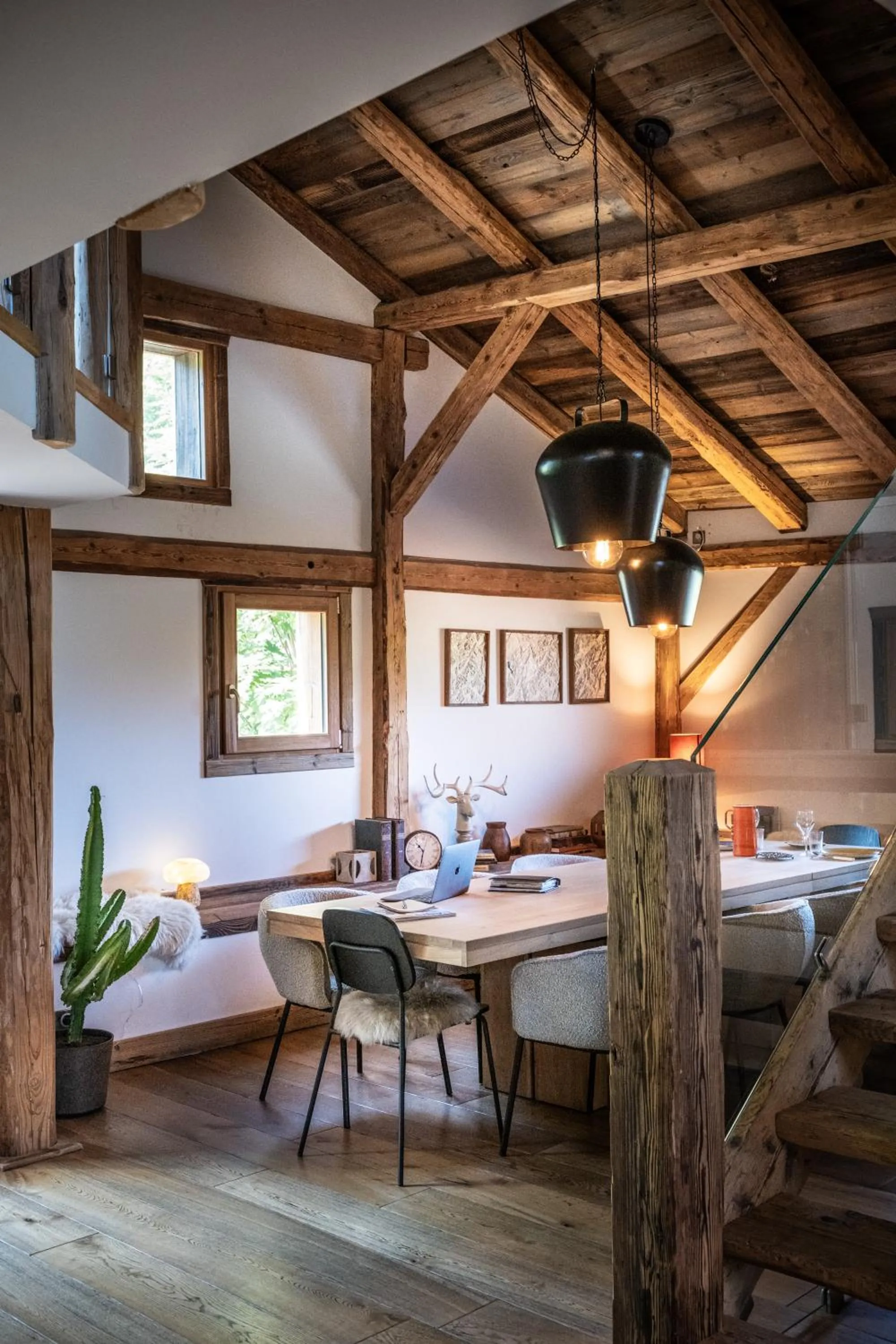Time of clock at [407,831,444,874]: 10:31
